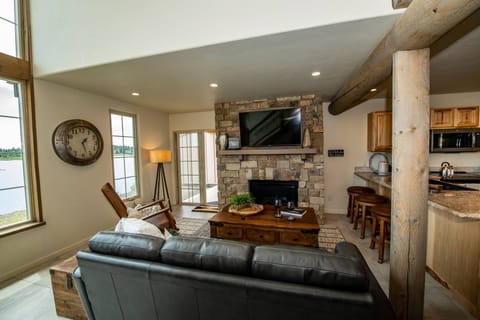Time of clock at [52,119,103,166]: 1:27
